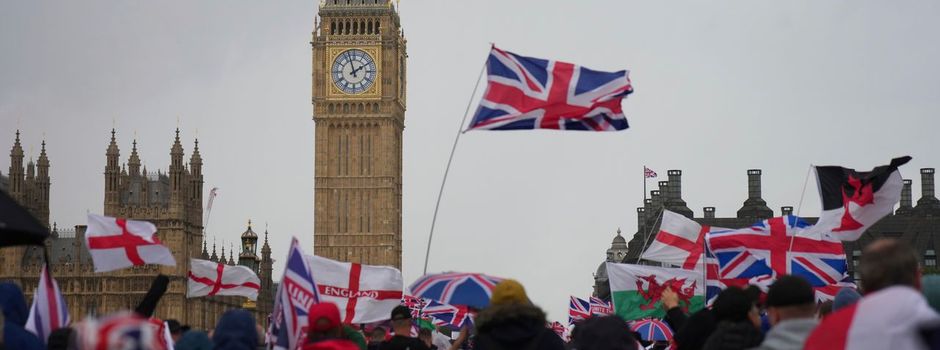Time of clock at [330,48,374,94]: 1:57
